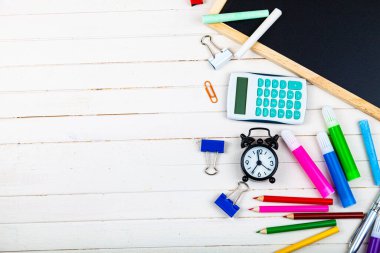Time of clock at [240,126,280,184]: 11:35
